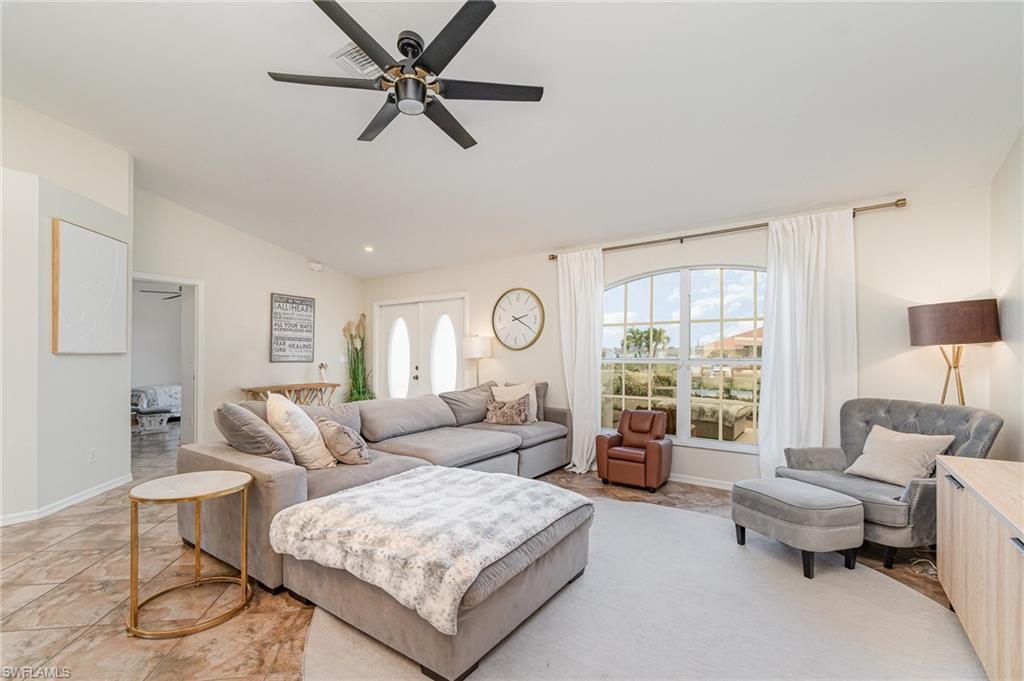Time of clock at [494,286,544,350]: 2:19
